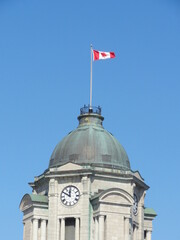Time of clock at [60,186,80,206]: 11:49
